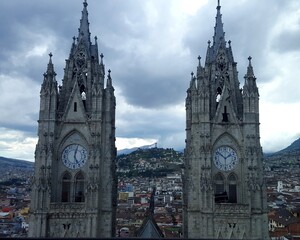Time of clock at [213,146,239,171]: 1:51
